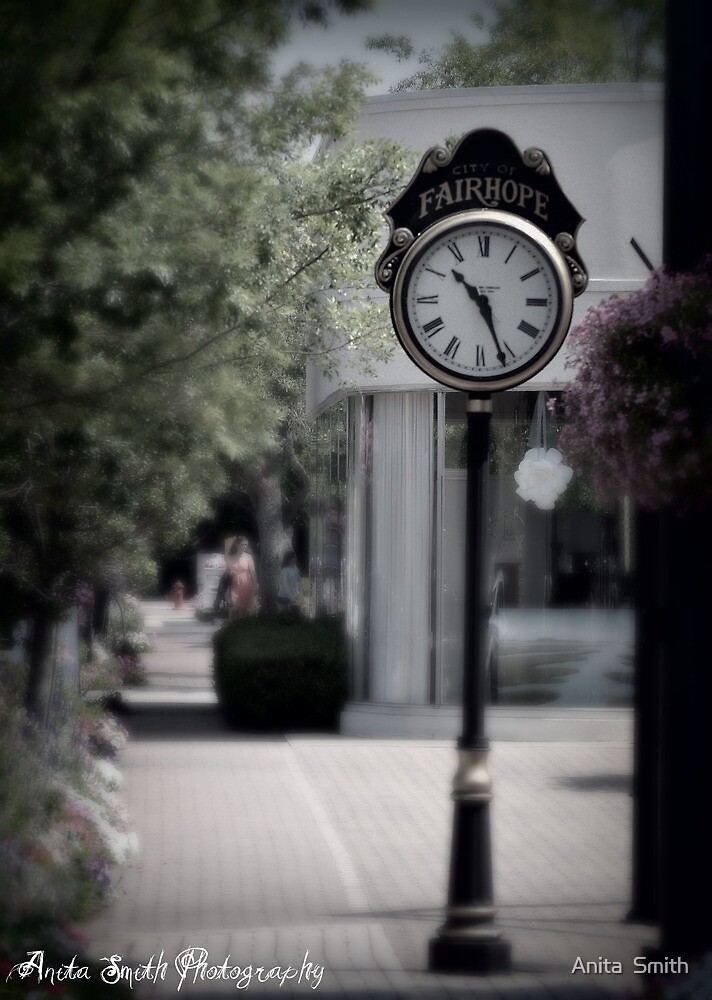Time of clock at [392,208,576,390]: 10:26
